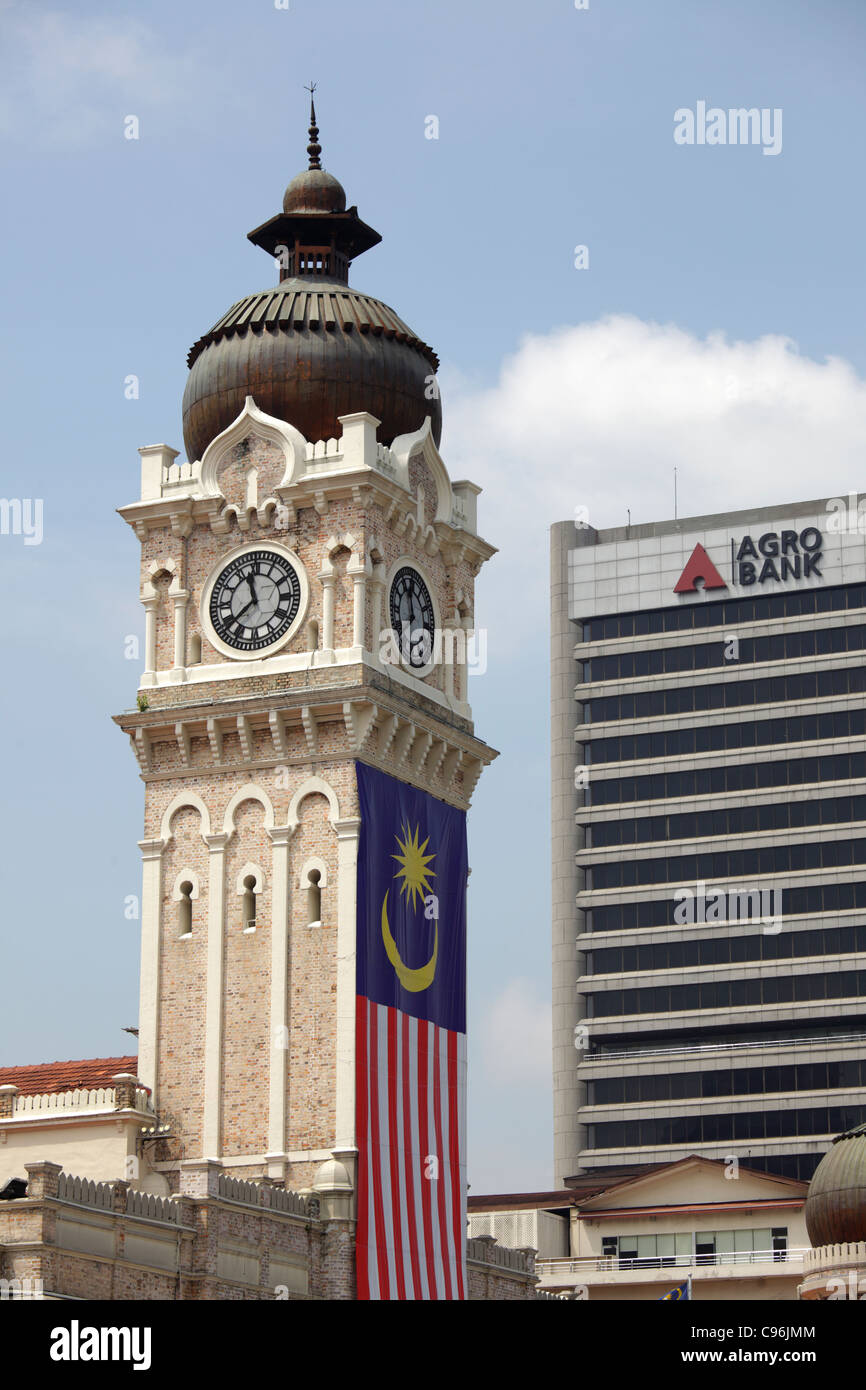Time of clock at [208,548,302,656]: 11:37
